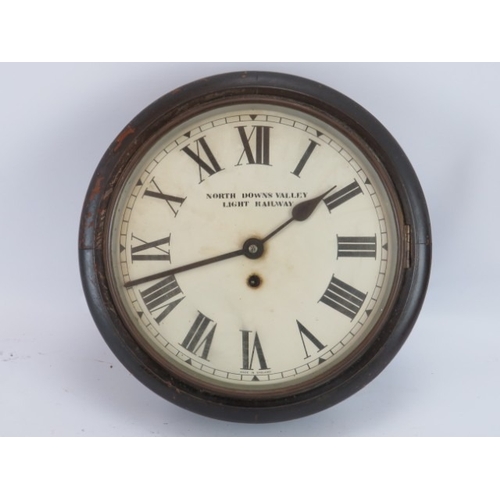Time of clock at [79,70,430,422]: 1:42
